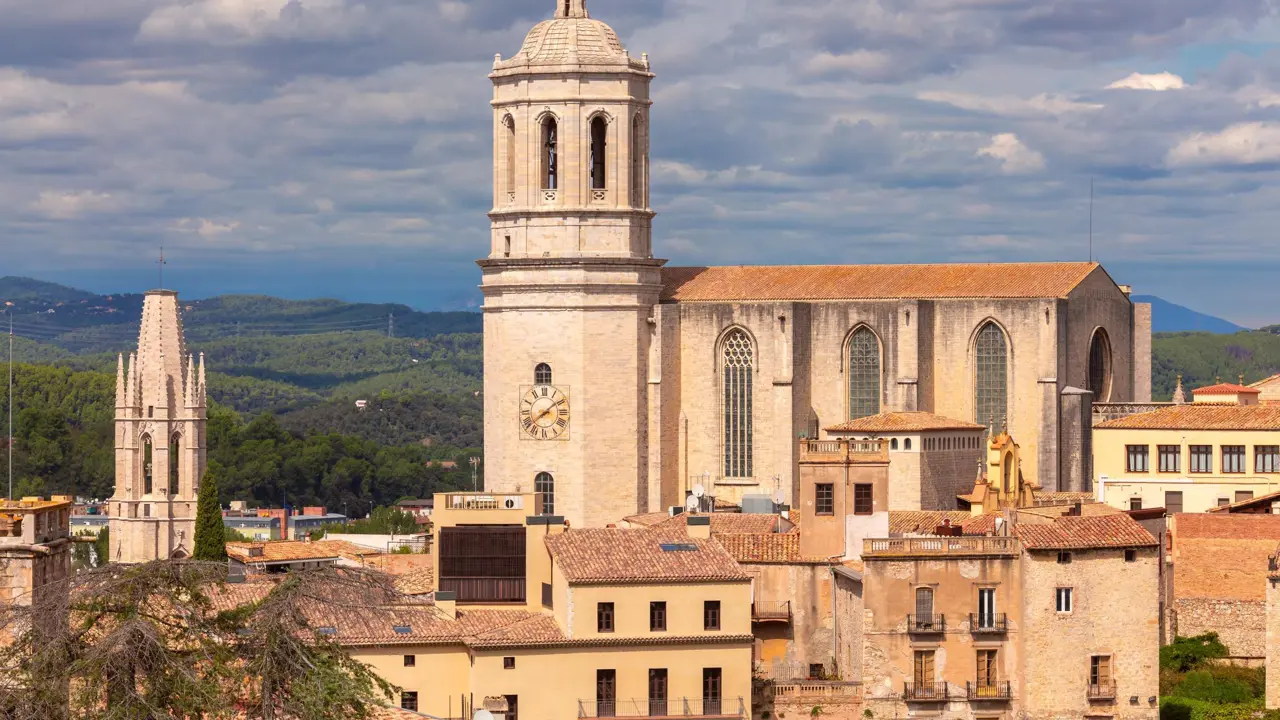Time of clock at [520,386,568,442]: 1:38
